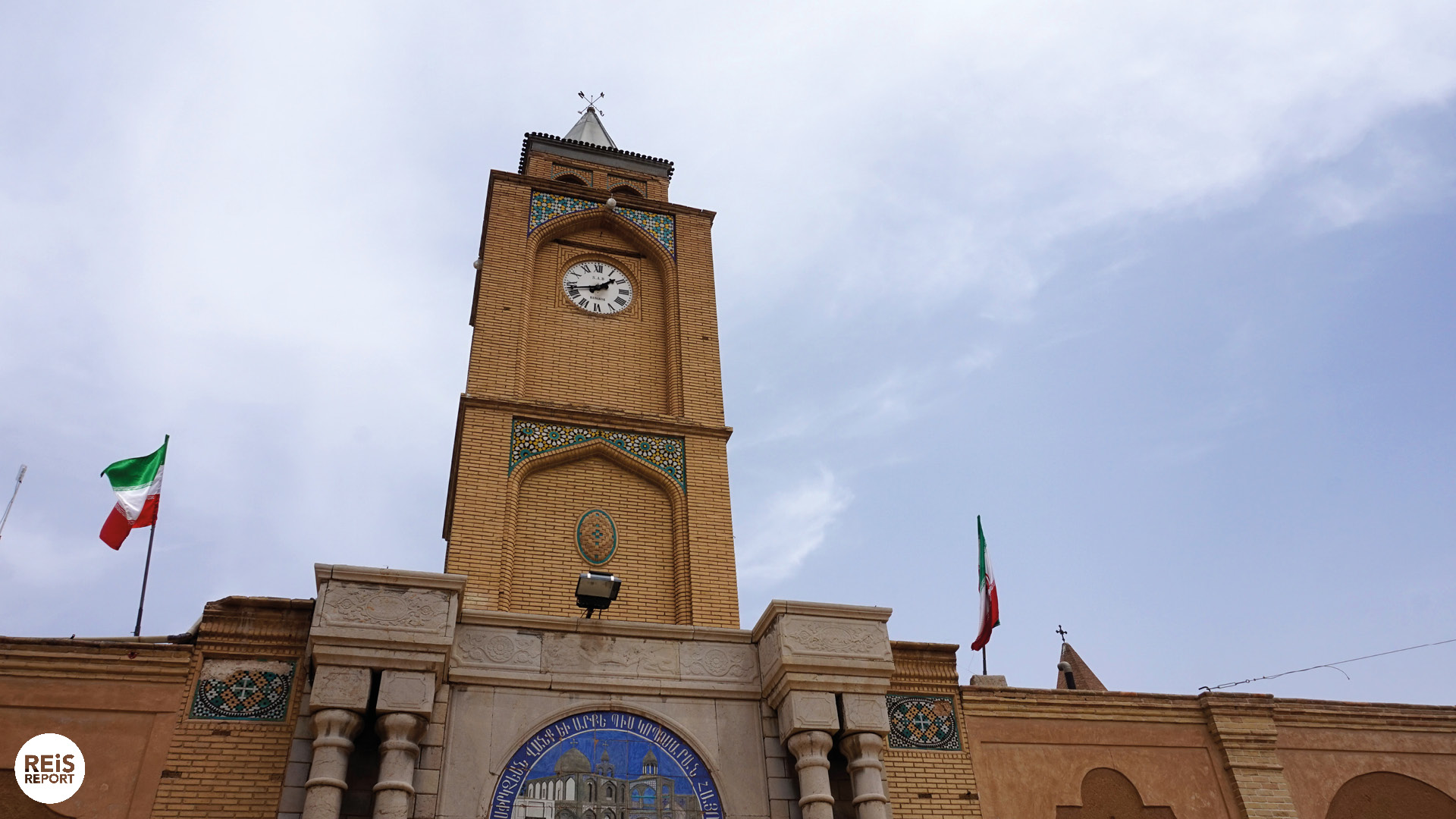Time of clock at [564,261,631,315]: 1:43
